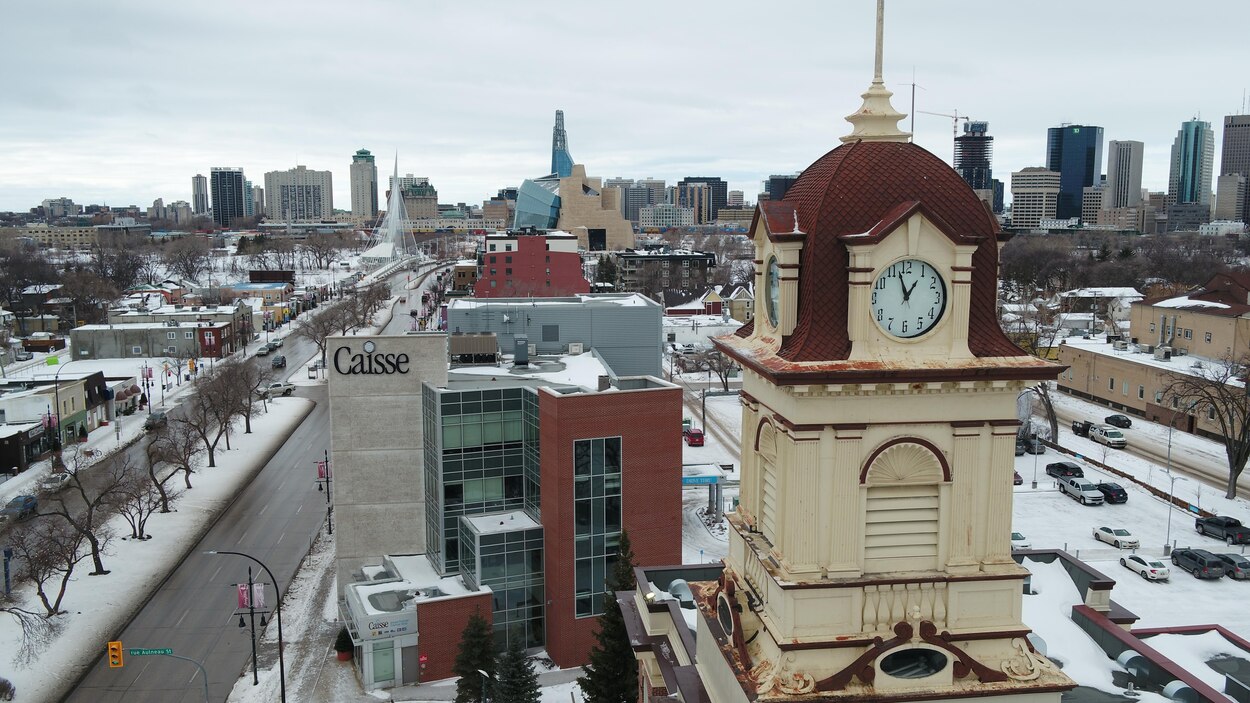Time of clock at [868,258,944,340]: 12:57
